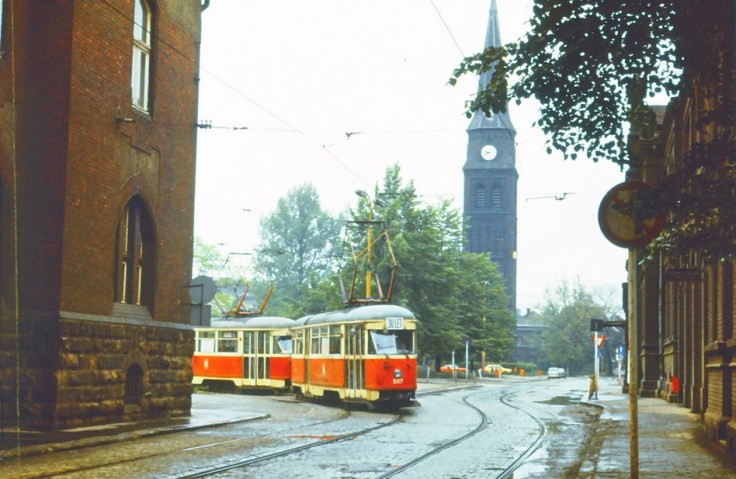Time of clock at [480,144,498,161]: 9:39
